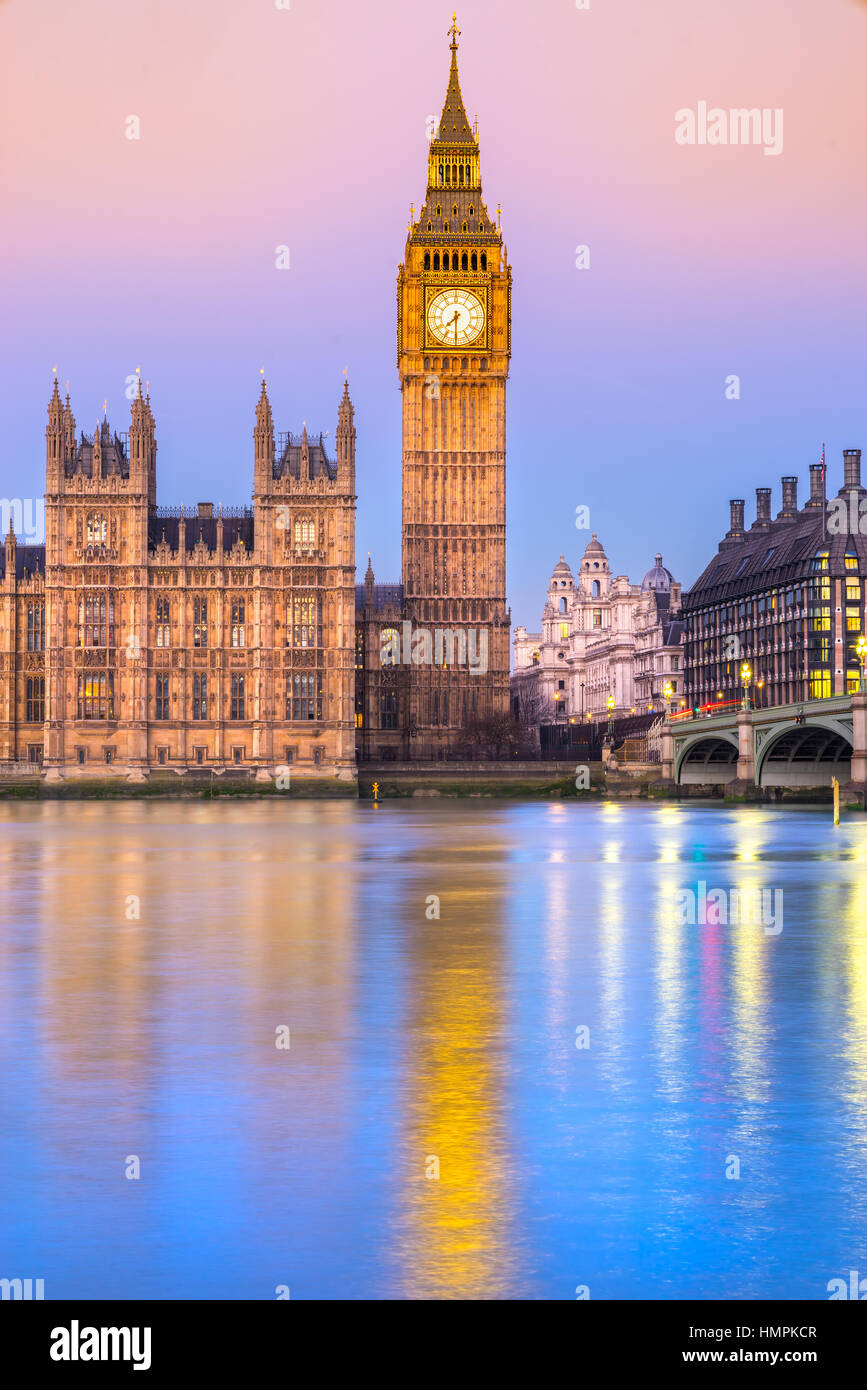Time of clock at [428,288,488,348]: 7:30
